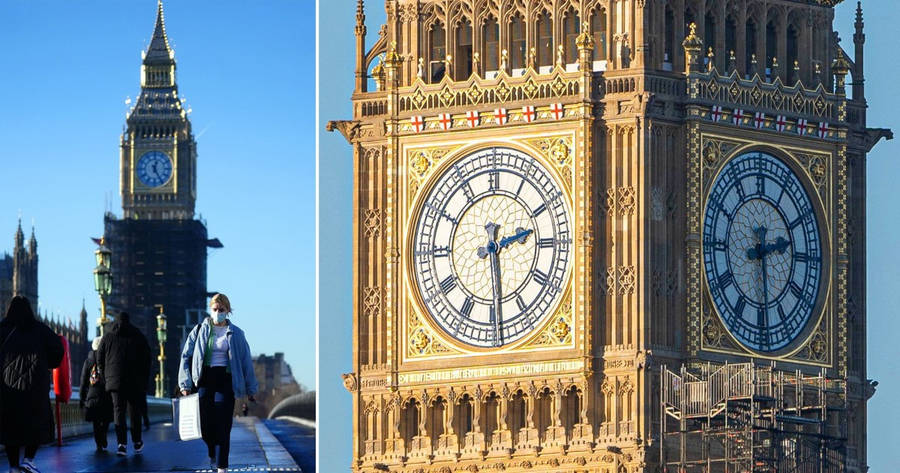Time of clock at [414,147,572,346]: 2:28
